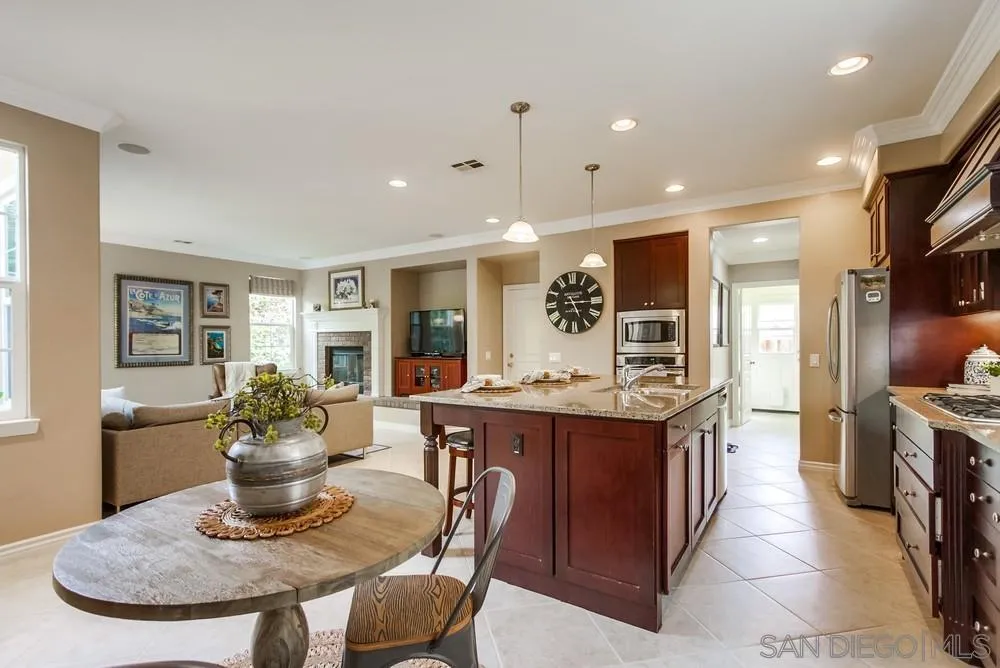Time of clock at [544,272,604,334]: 5:14
